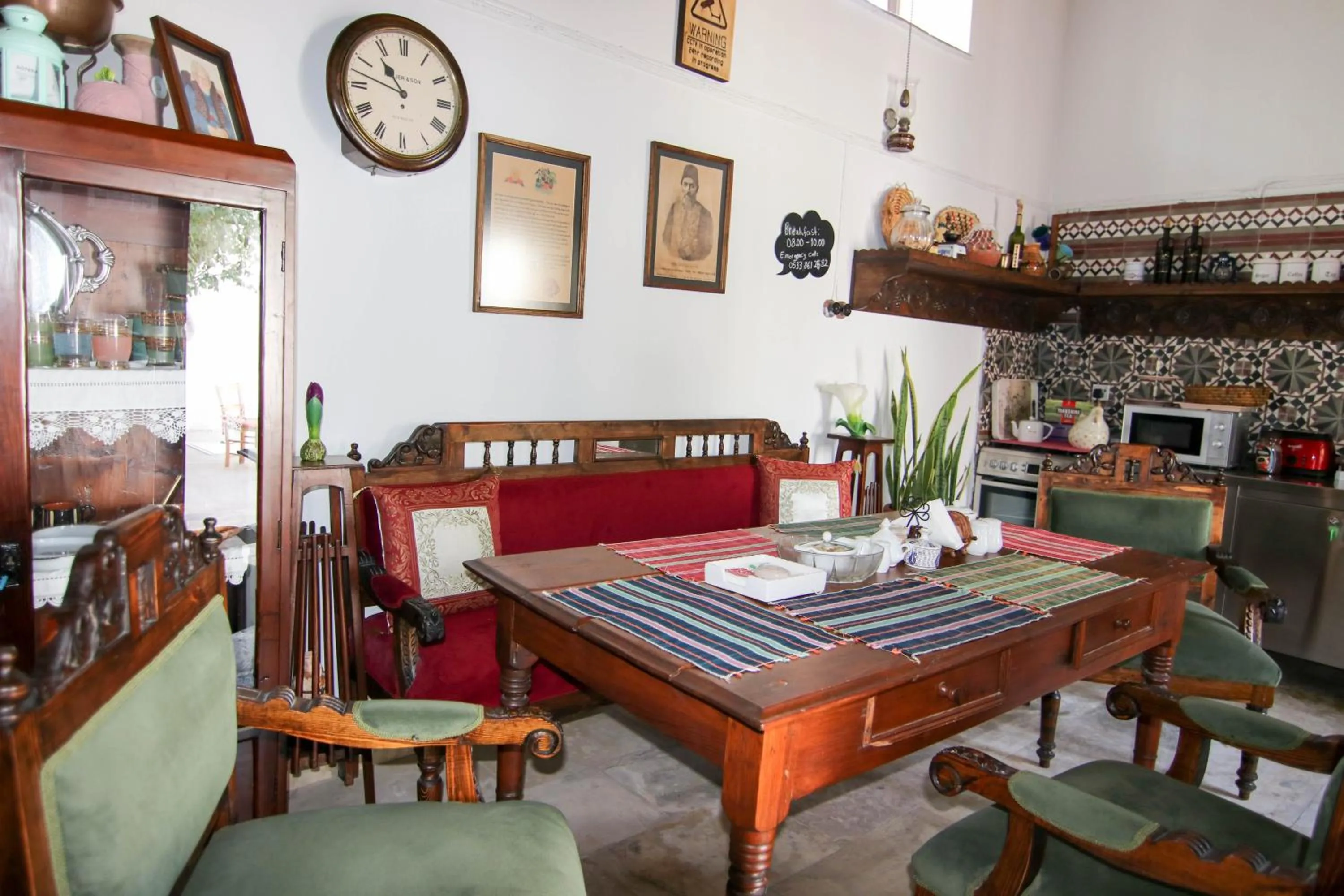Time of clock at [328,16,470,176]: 10:47
